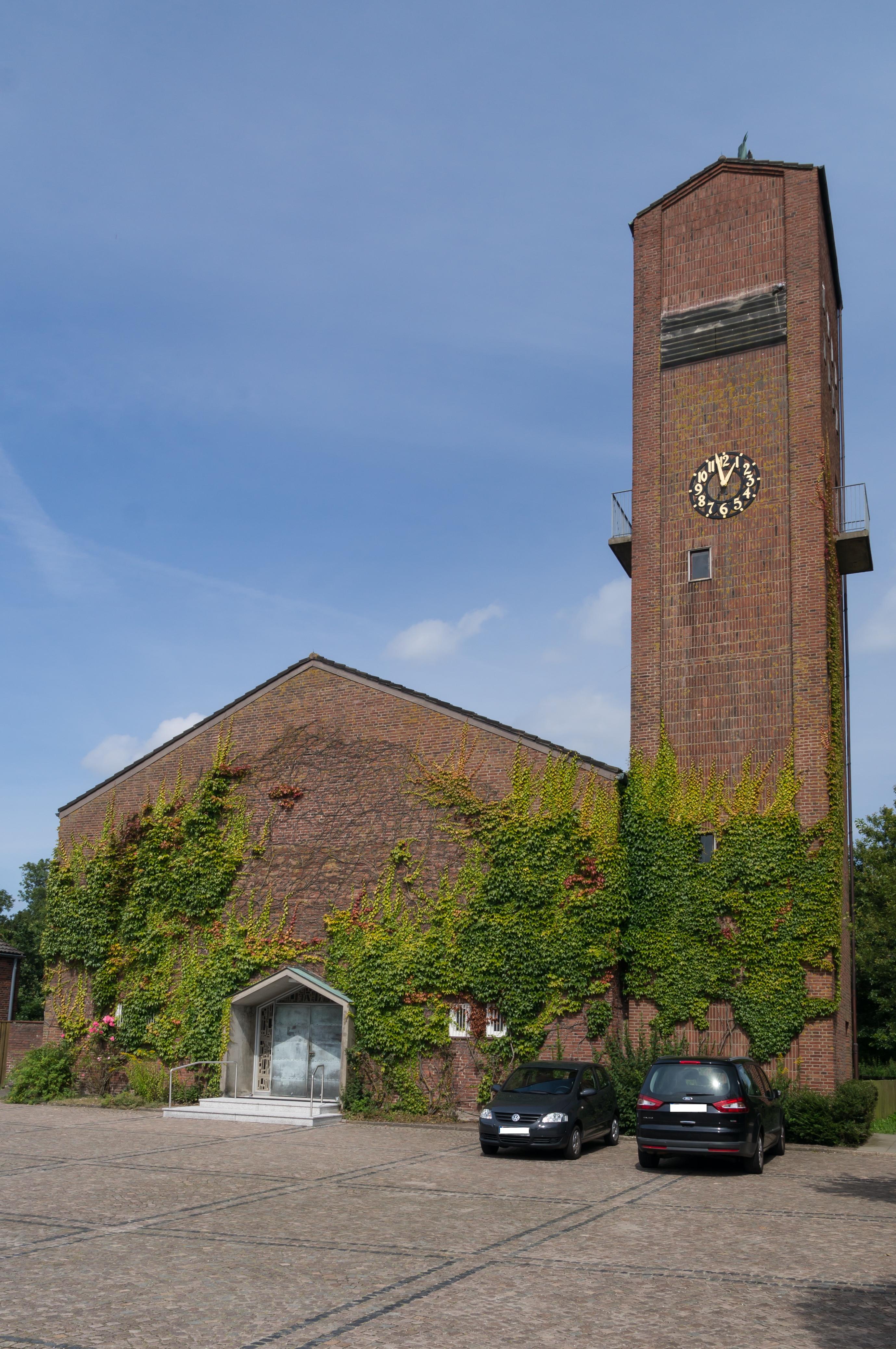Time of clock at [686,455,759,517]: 12:57
